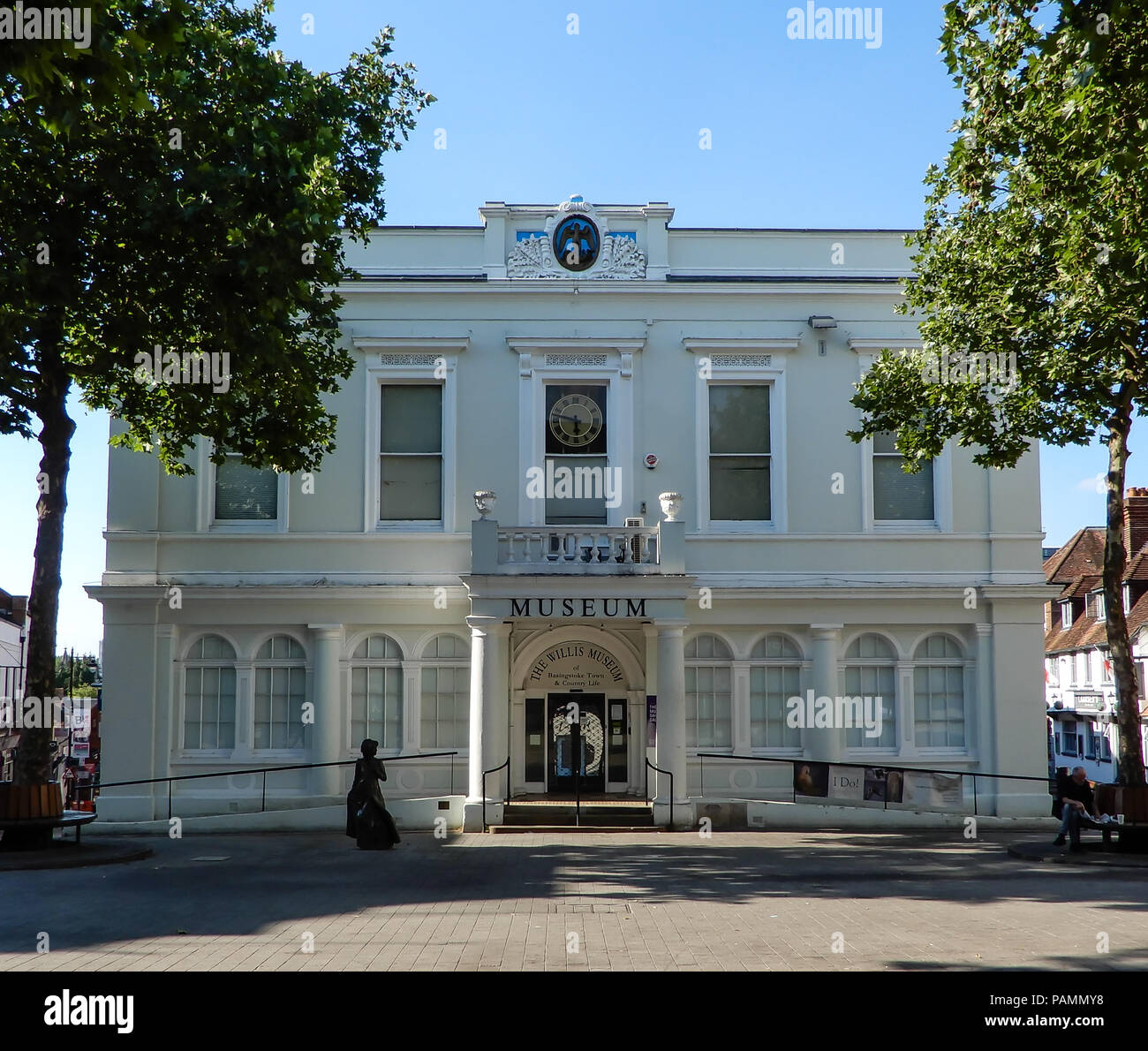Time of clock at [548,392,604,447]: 5:47
